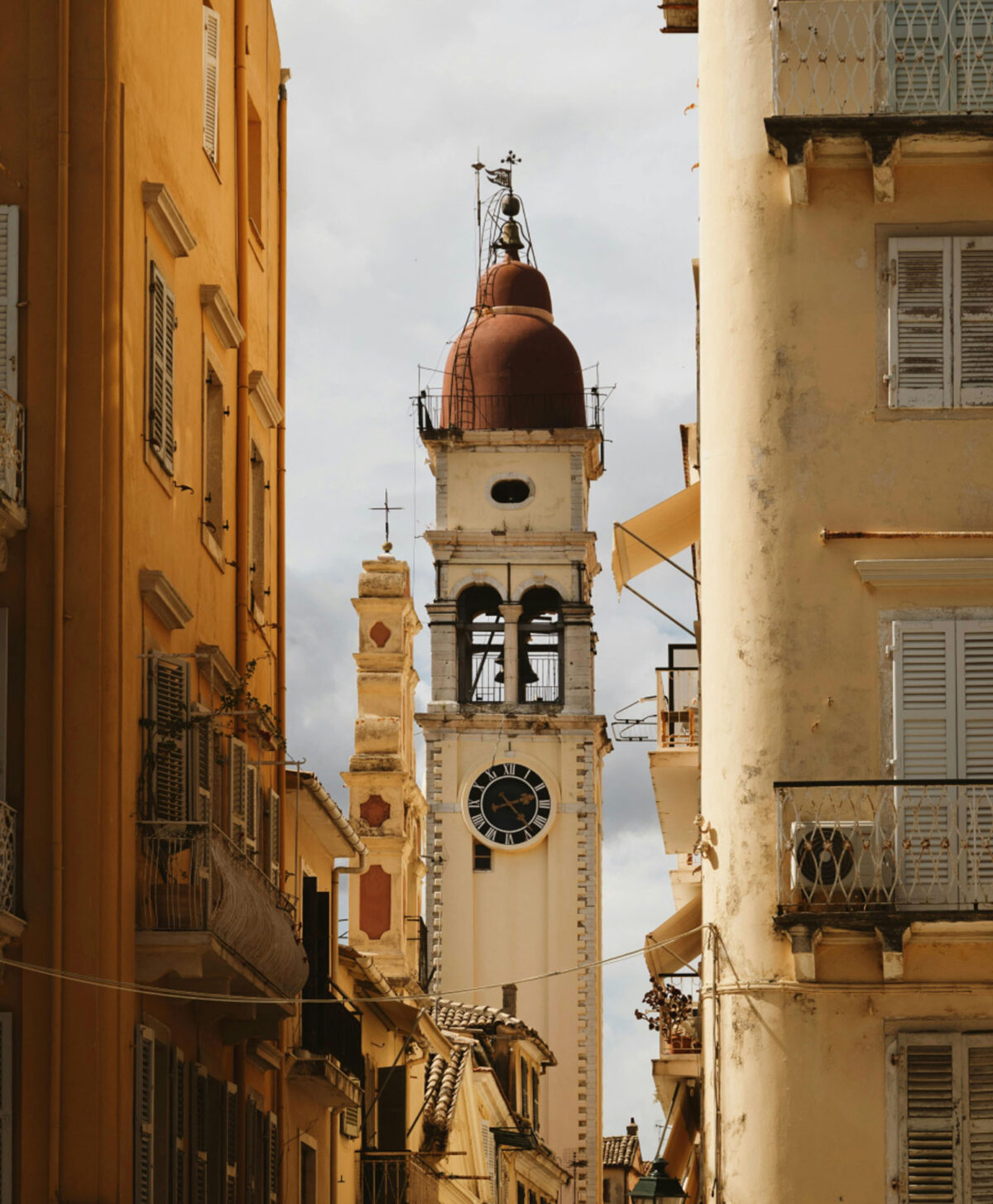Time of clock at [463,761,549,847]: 2:23
